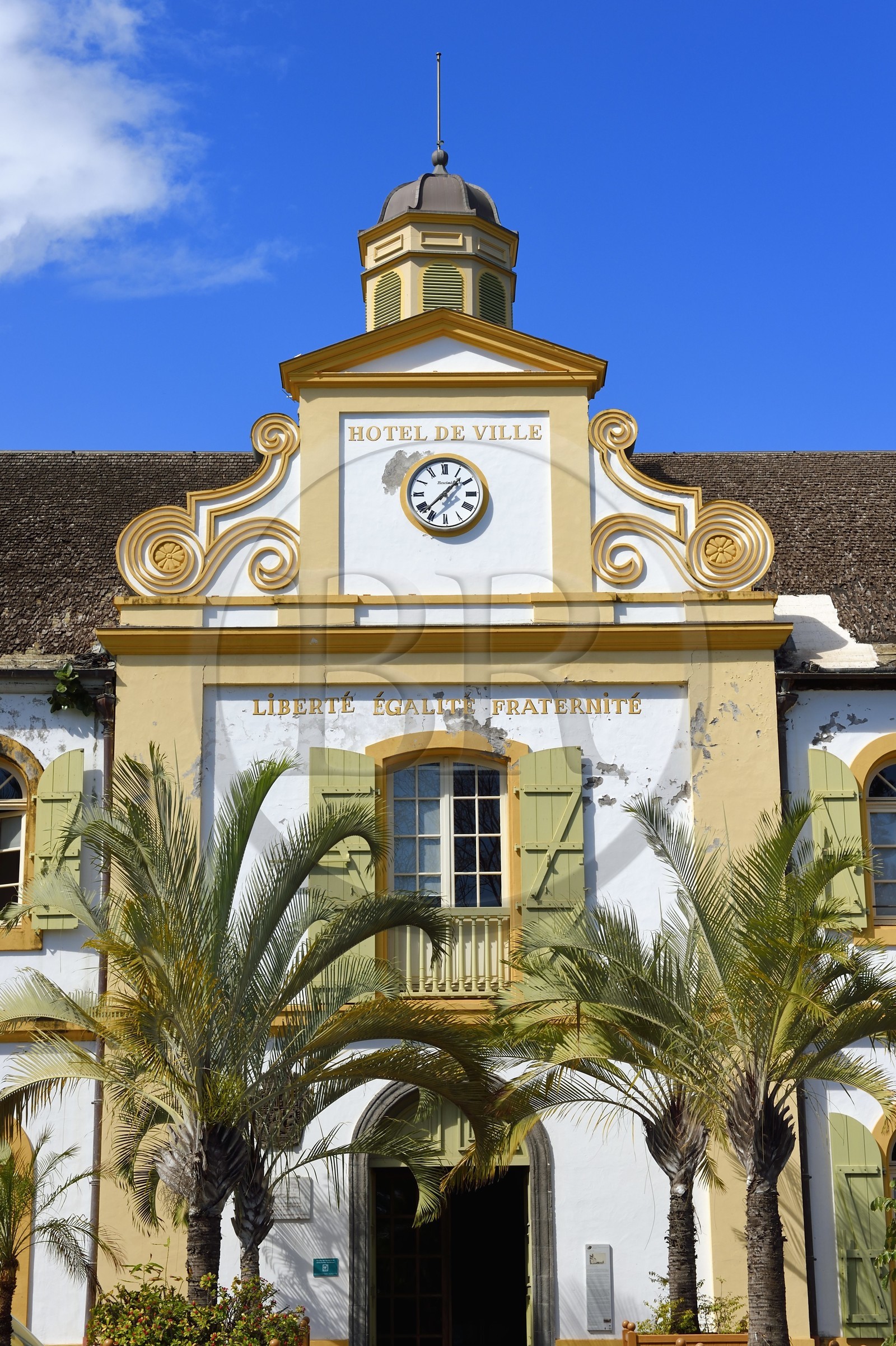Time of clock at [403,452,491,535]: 1:37
